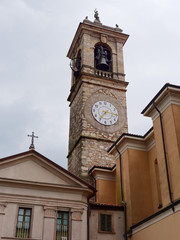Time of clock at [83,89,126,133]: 7:15
